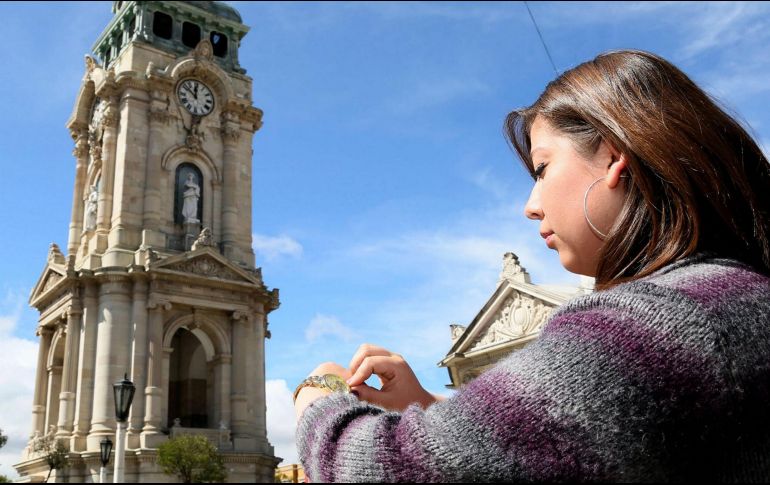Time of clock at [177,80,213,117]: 11:51
